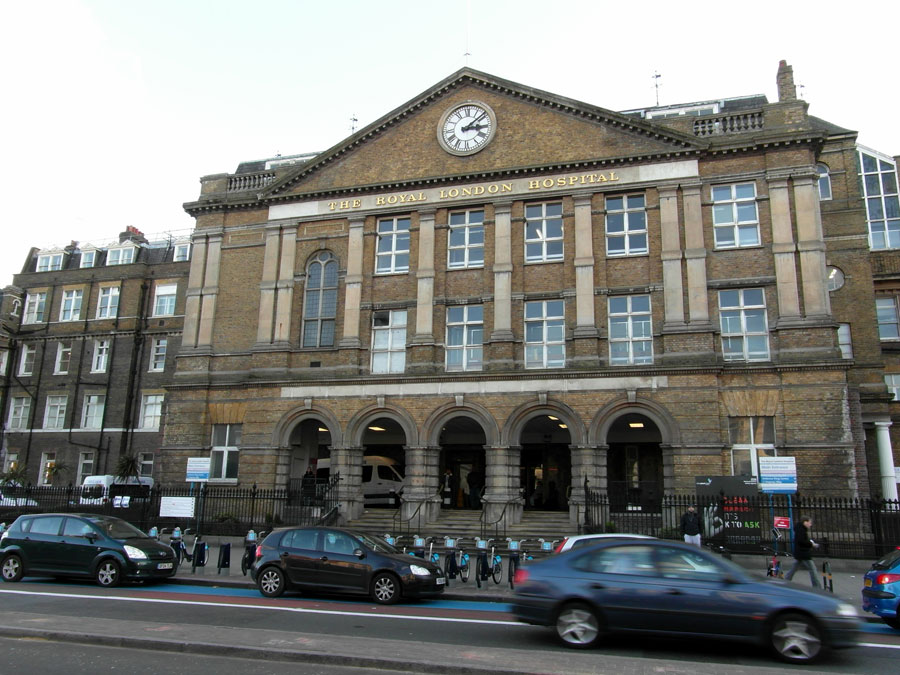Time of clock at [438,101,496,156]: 3:08
